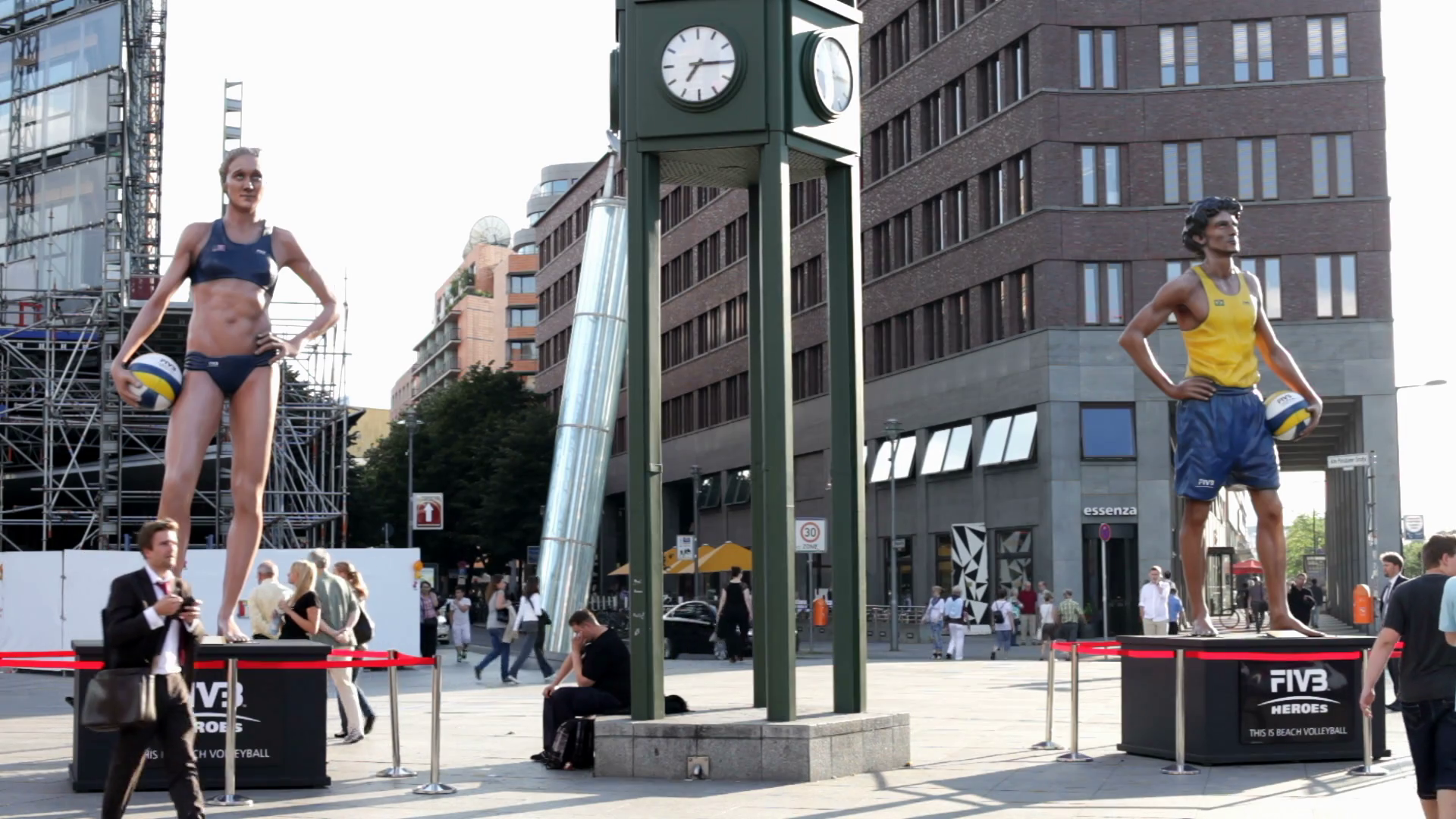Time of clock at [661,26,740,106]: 7:15
